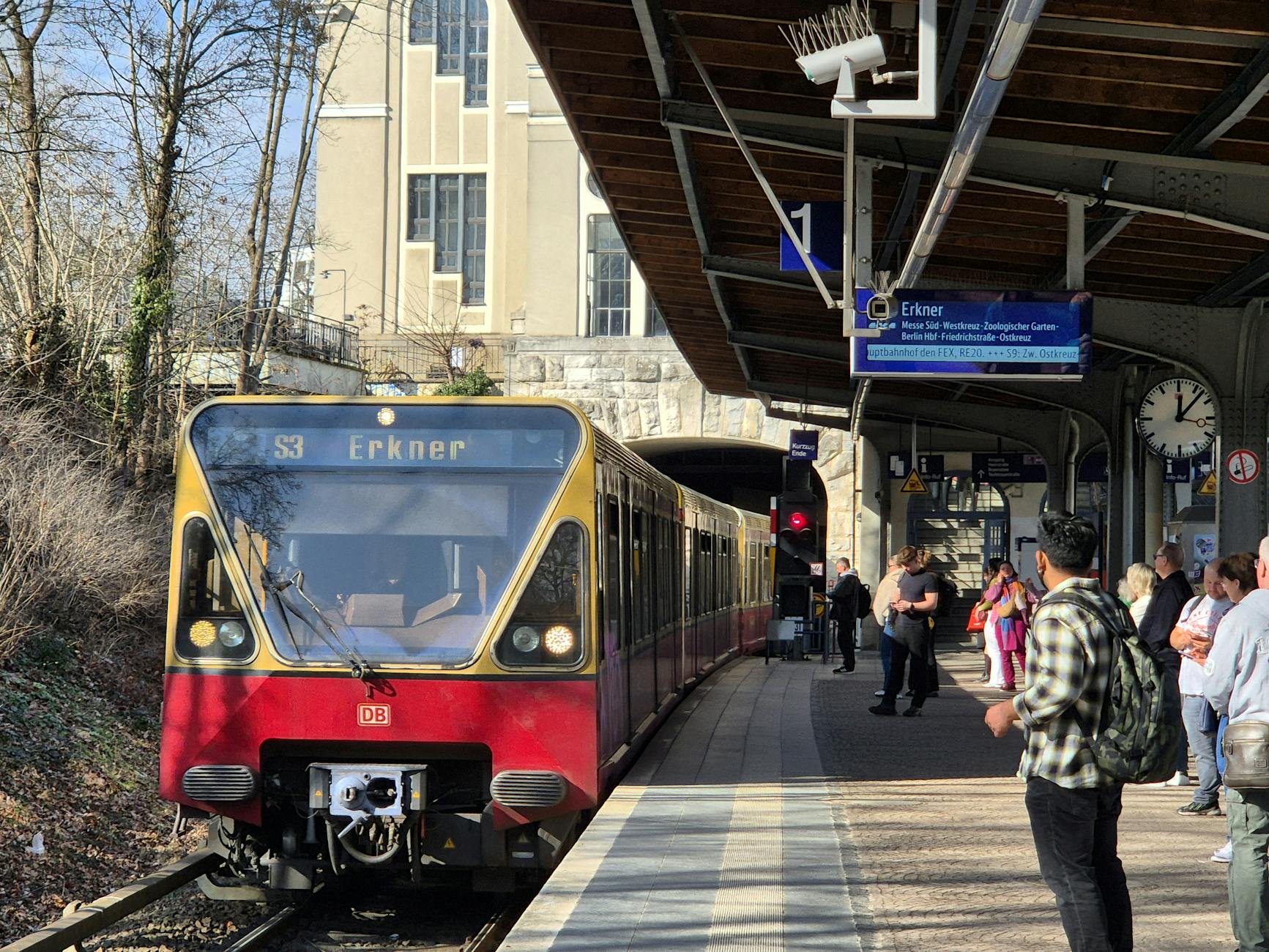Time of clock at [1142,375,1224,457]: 12:07
